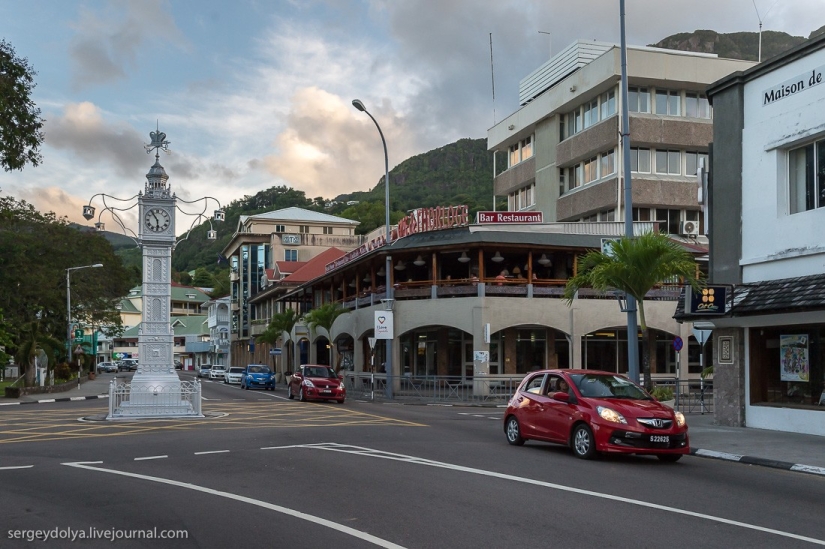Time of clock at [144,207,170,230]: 5:54
